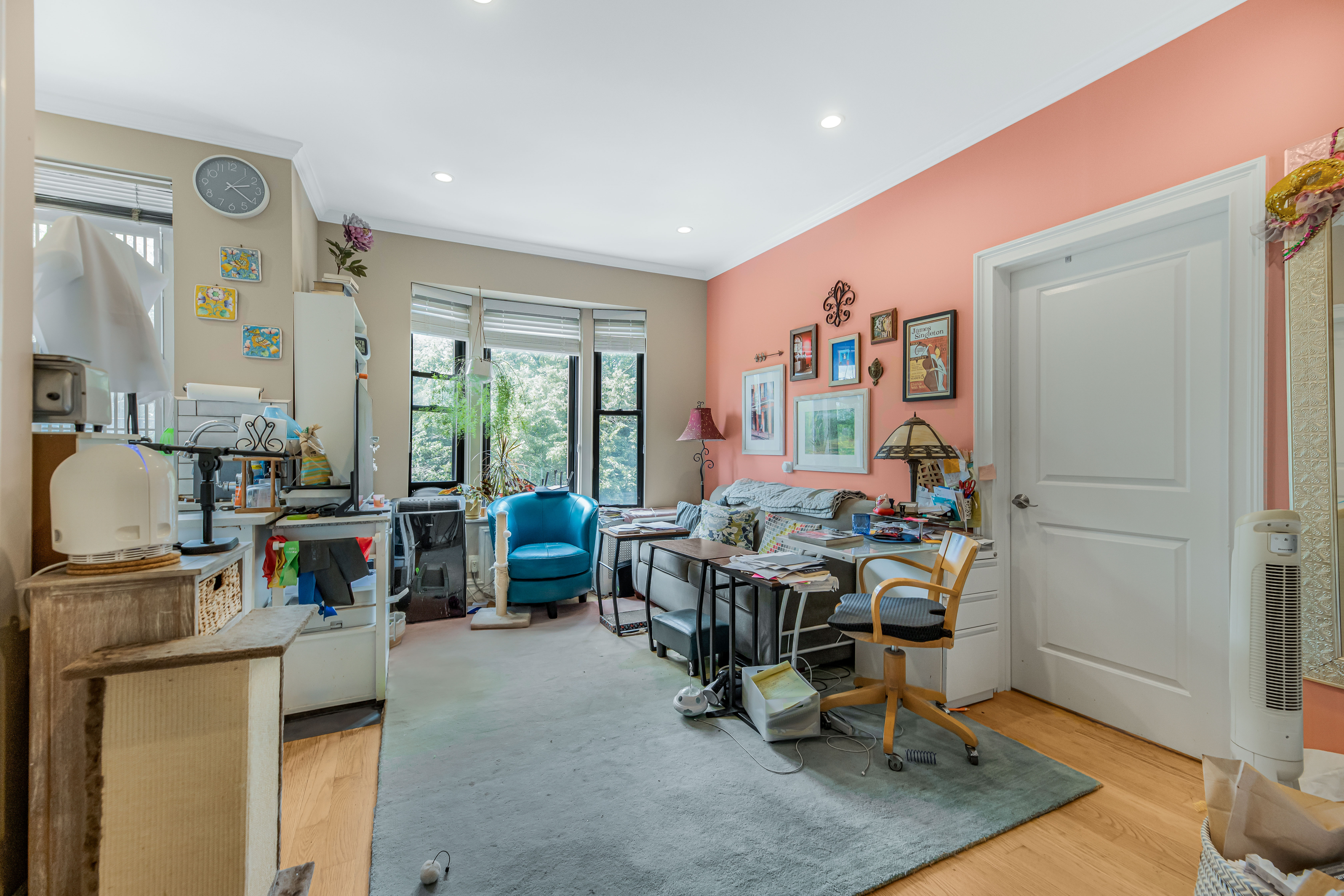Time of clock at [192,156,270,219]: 2:21
